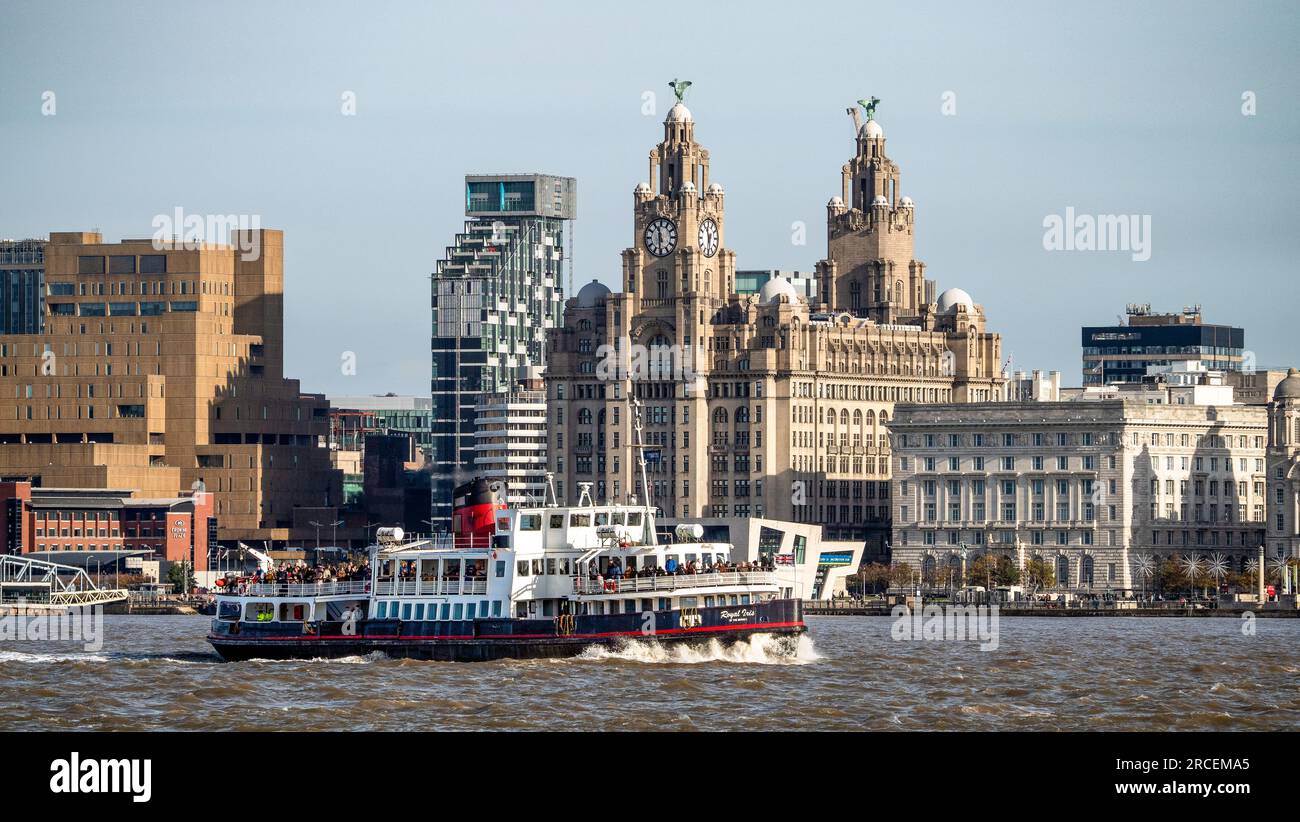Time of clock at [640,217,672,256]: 11:30
